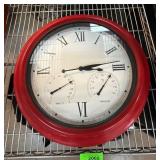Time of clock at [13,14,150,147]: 3:13
